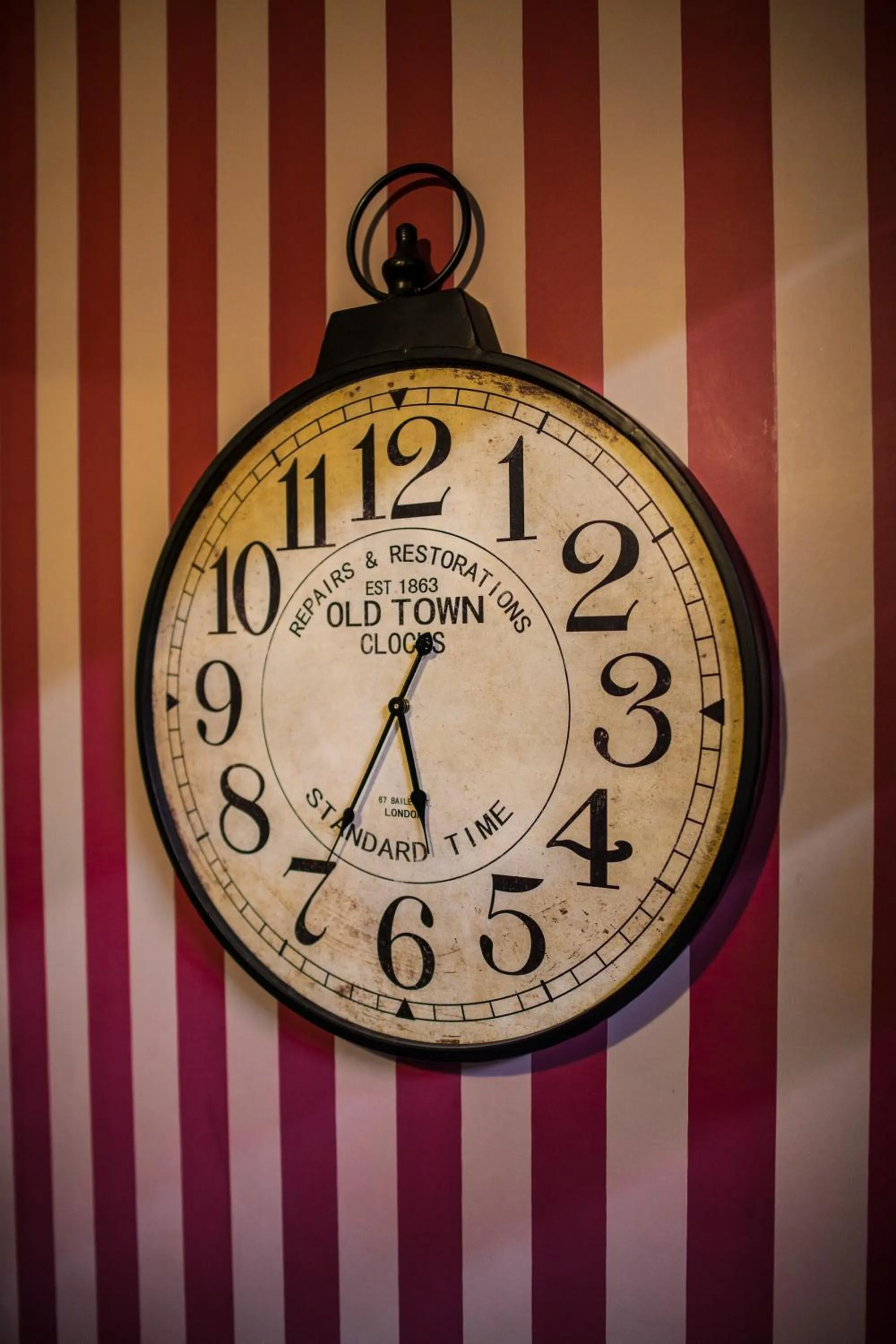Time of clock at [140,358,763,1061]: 5:34
